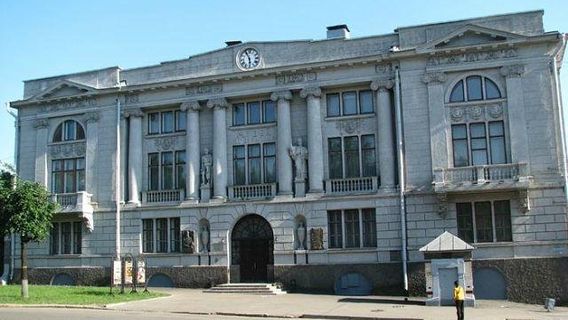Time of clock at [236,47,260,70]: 5:55
